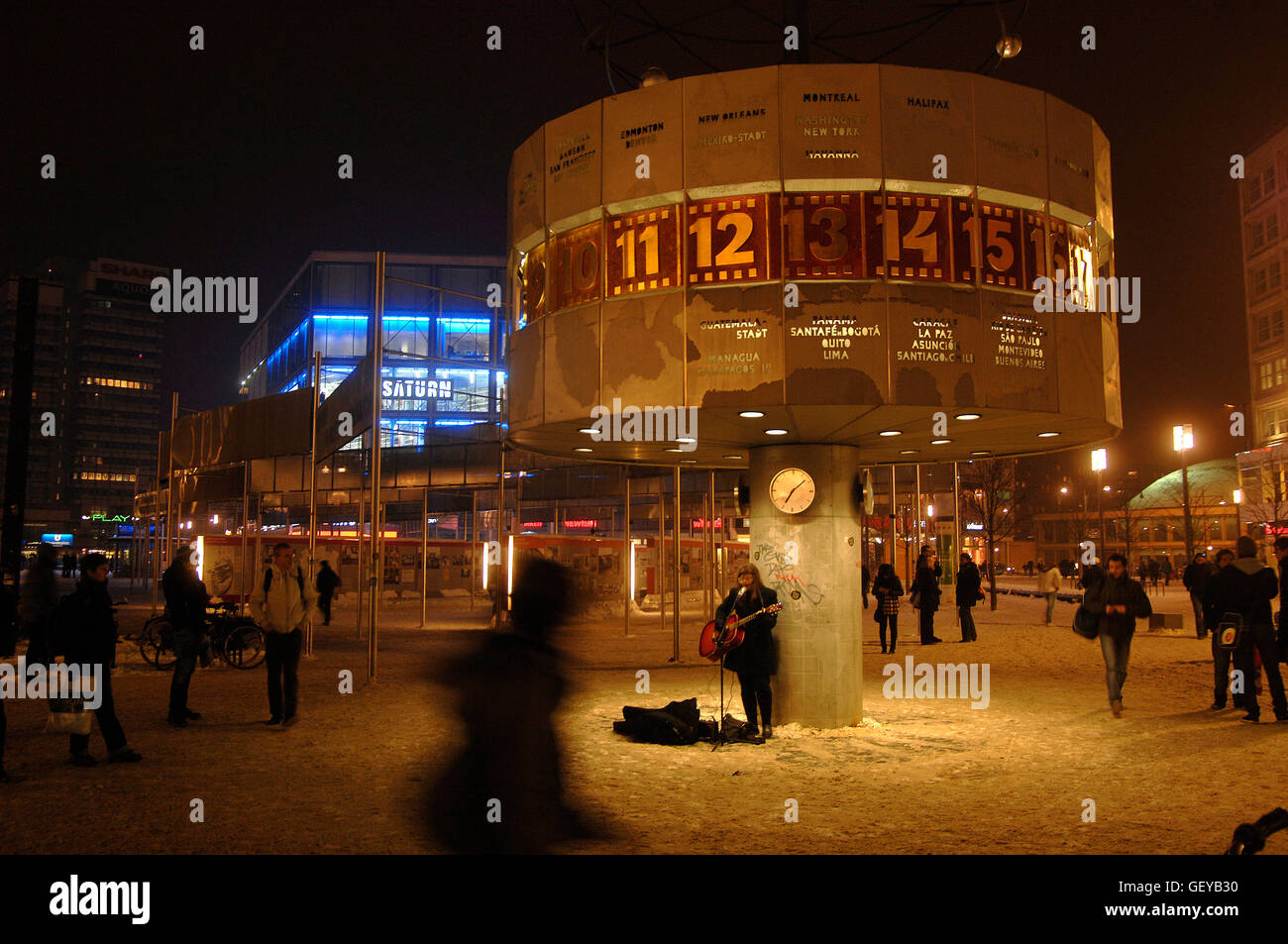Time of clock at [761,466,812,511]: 7:08
